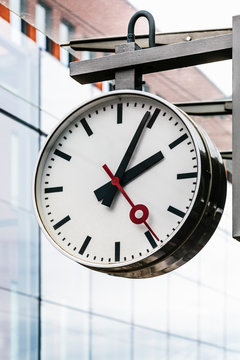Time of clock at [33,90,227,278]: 2:04
